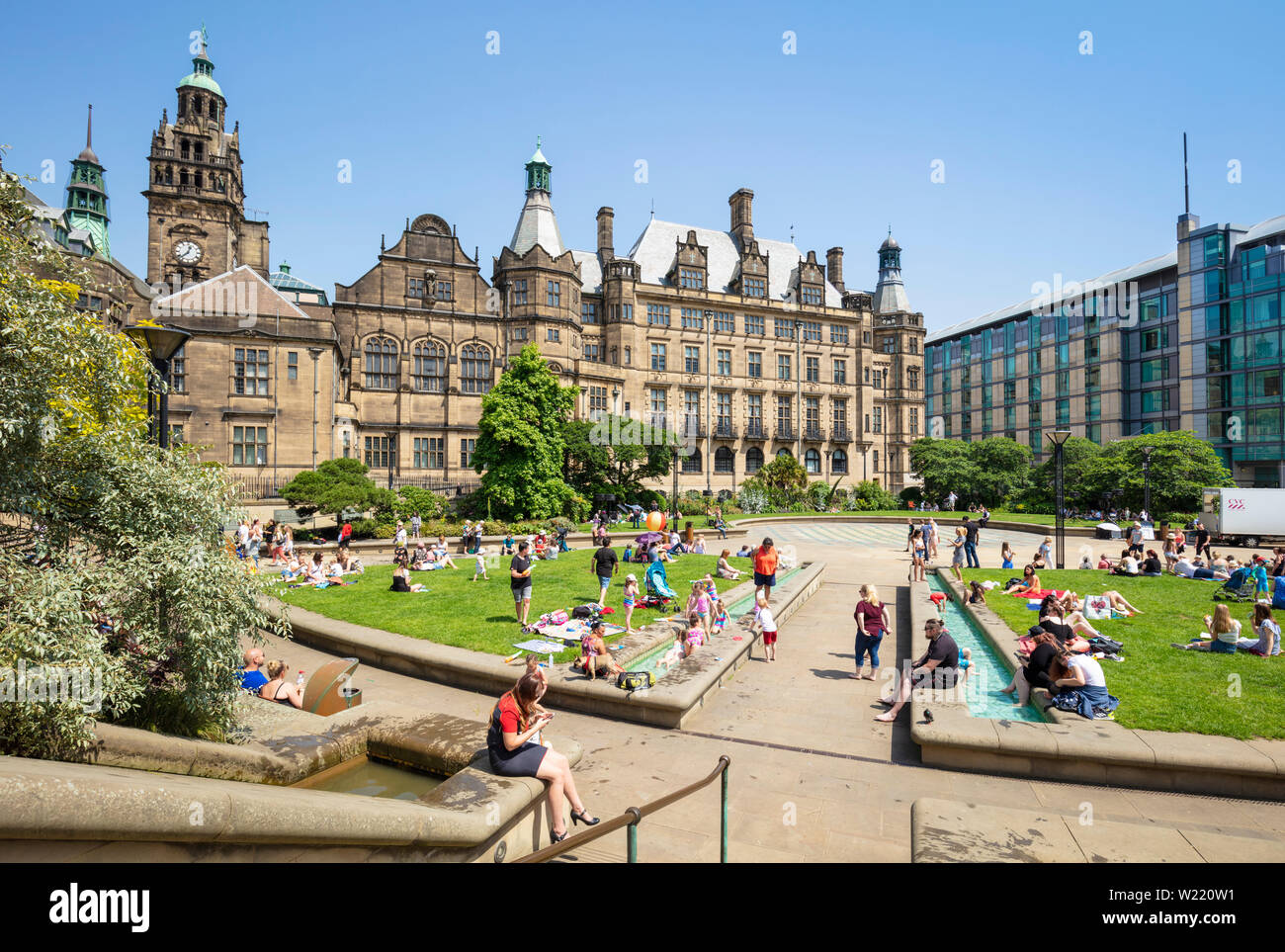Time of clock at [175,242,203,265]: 12:37
